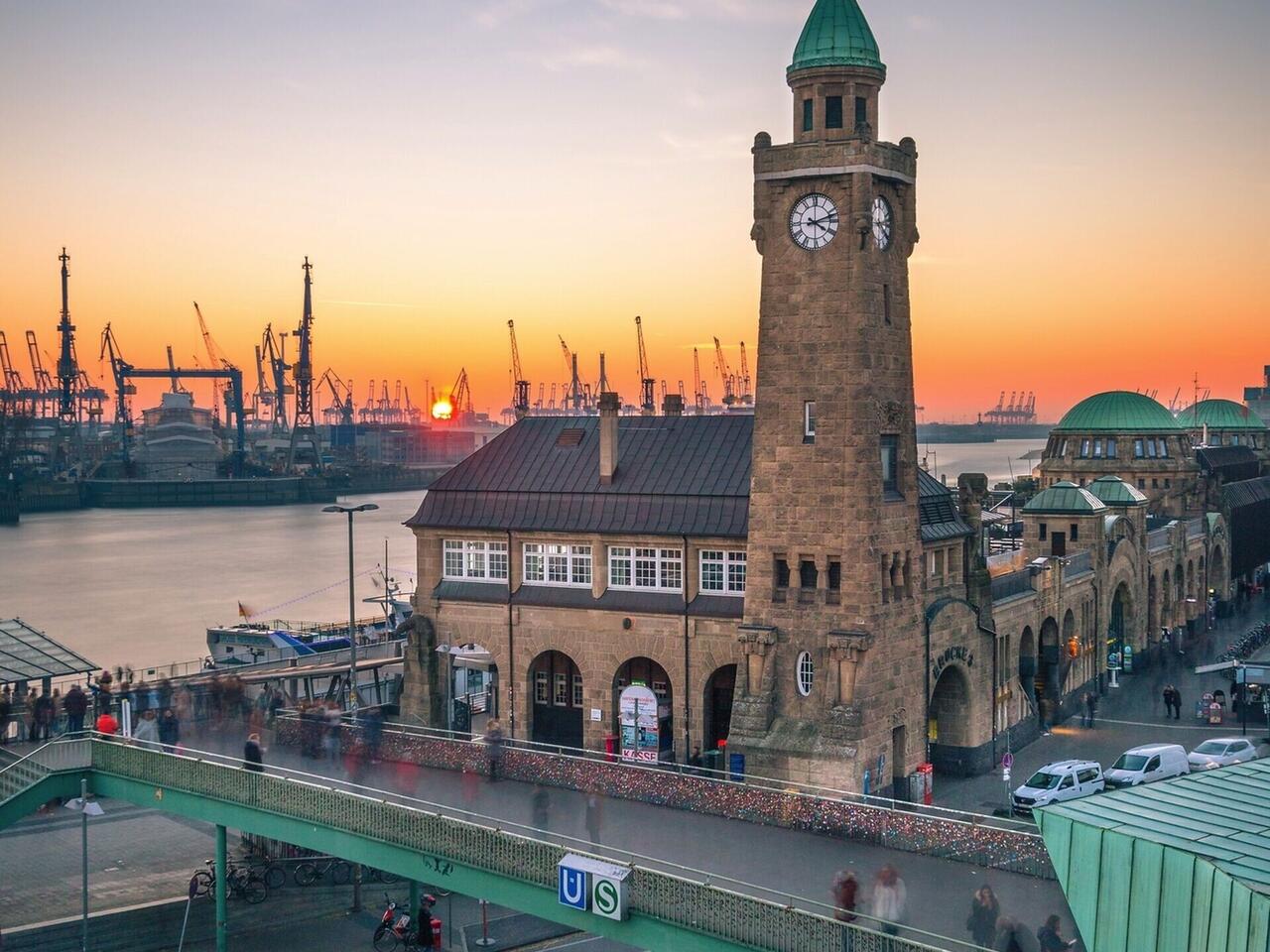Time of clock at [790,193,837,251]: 4:12
